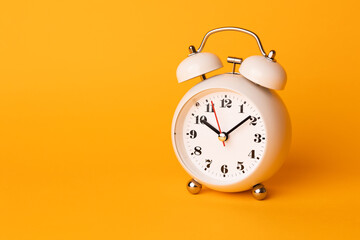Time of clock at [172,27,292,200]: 10:08
